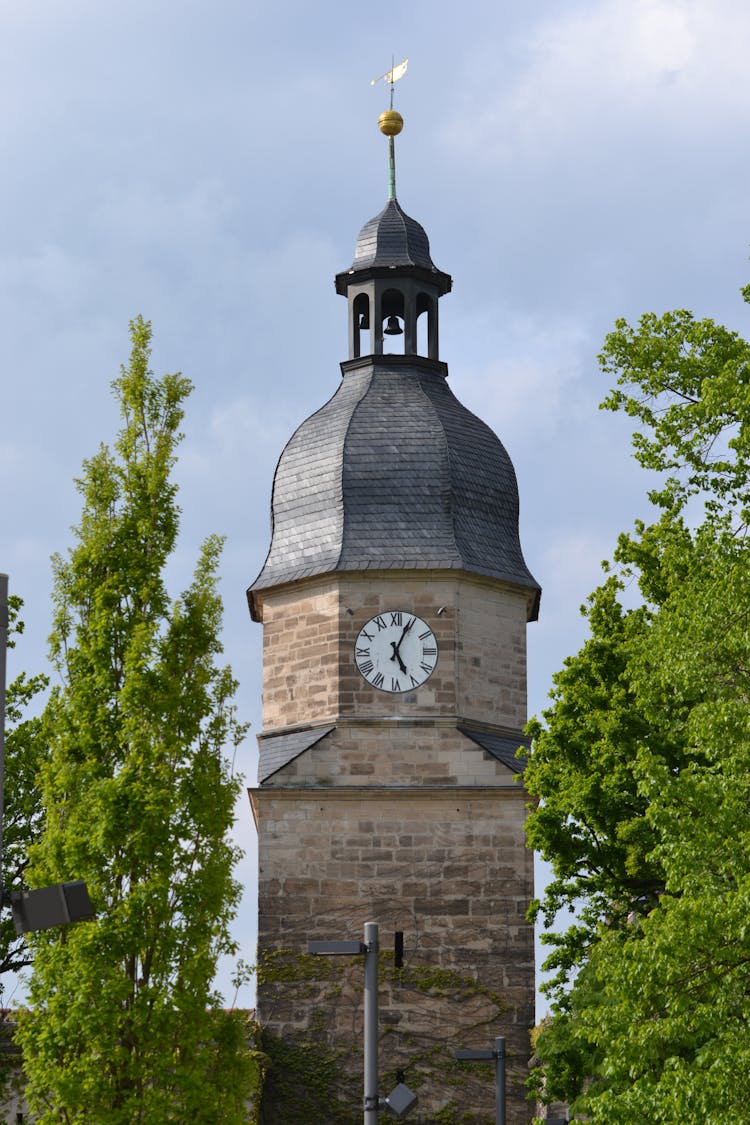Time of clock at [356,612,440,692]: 5:04
